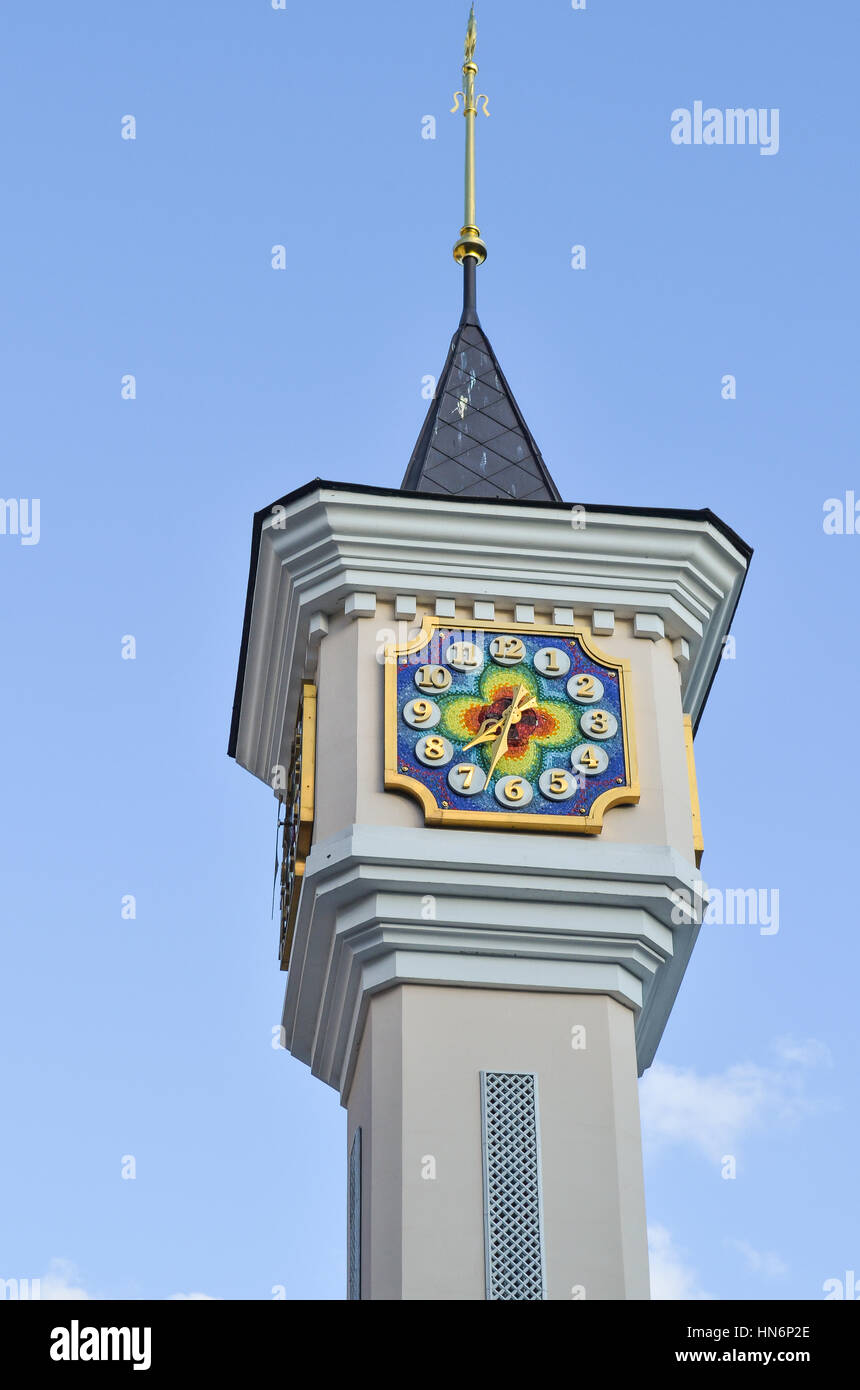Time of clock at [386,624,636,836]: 7:33
